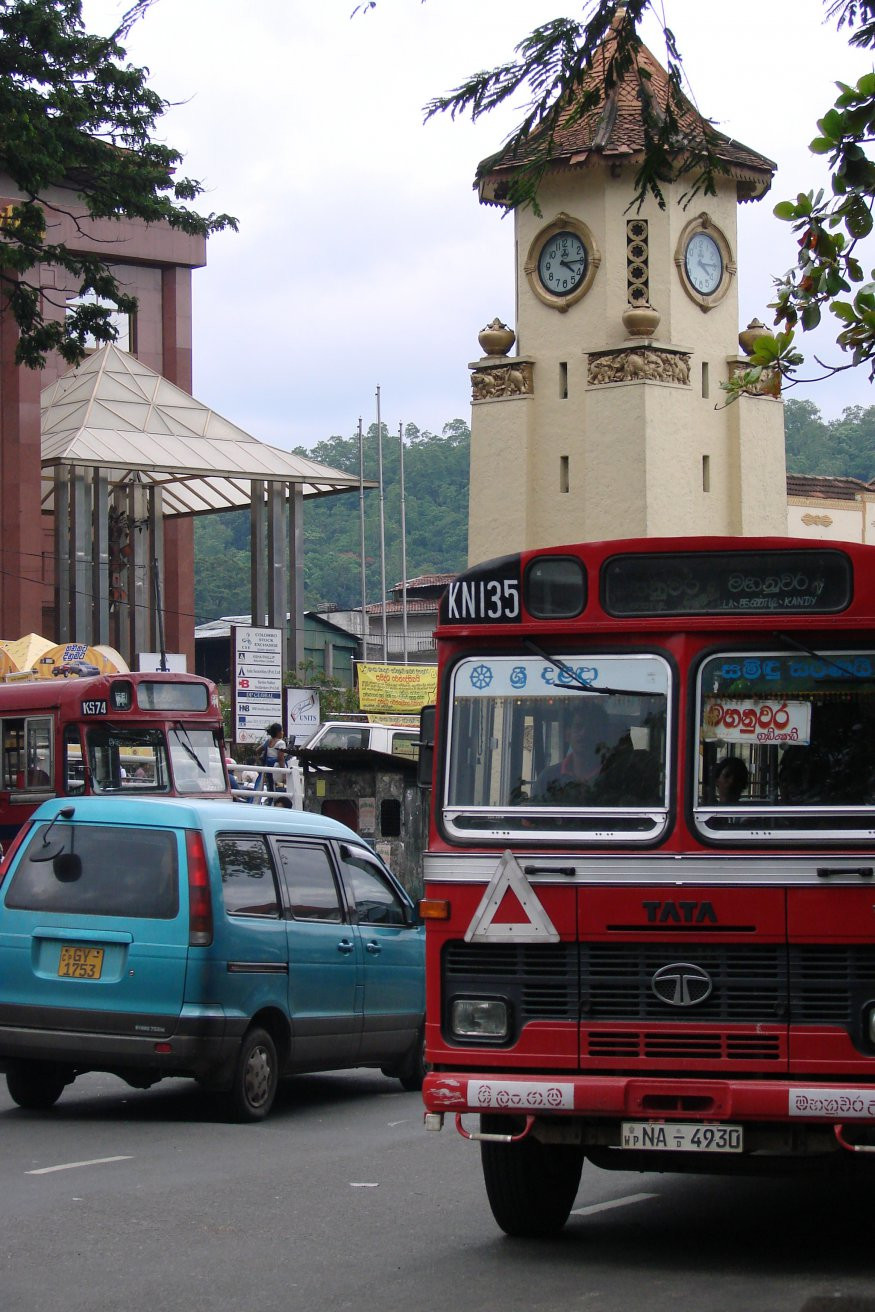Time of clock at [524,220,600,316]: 4:14
